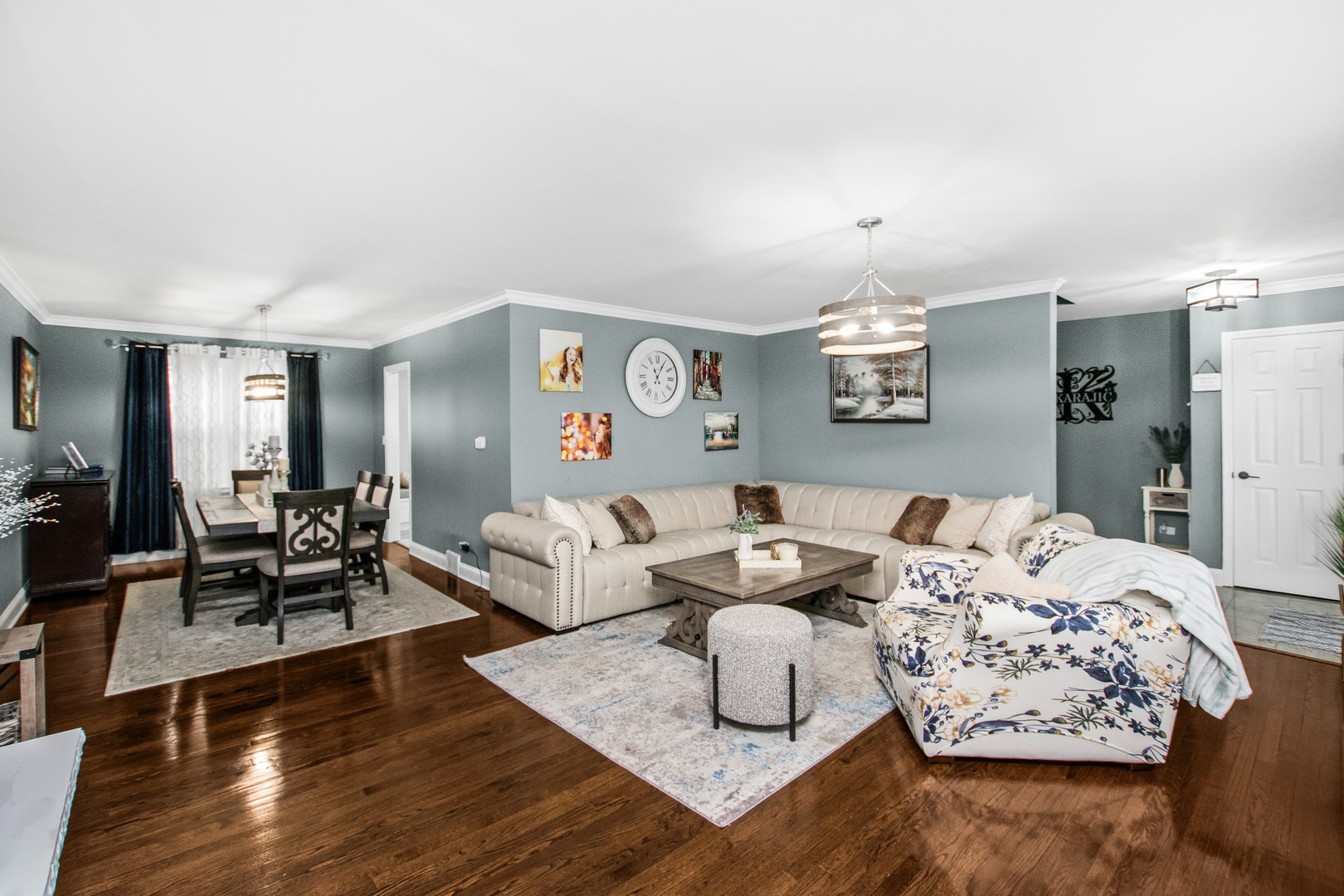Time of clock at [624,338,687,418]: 11:05
